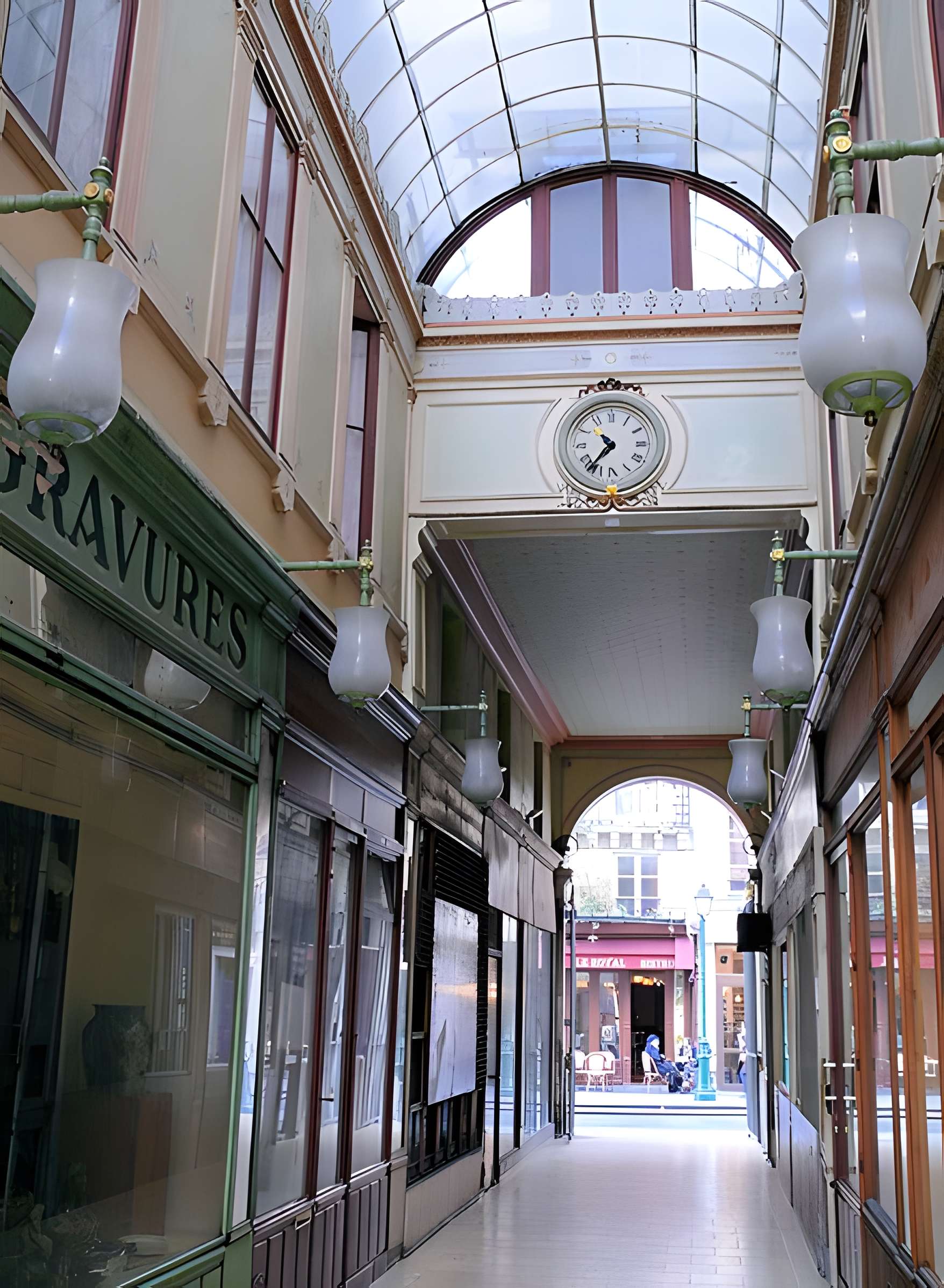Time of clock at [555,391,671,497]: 10:36
